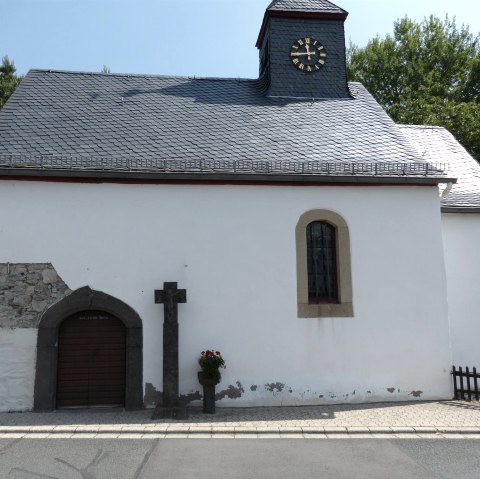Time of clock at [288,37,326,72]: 11:44
